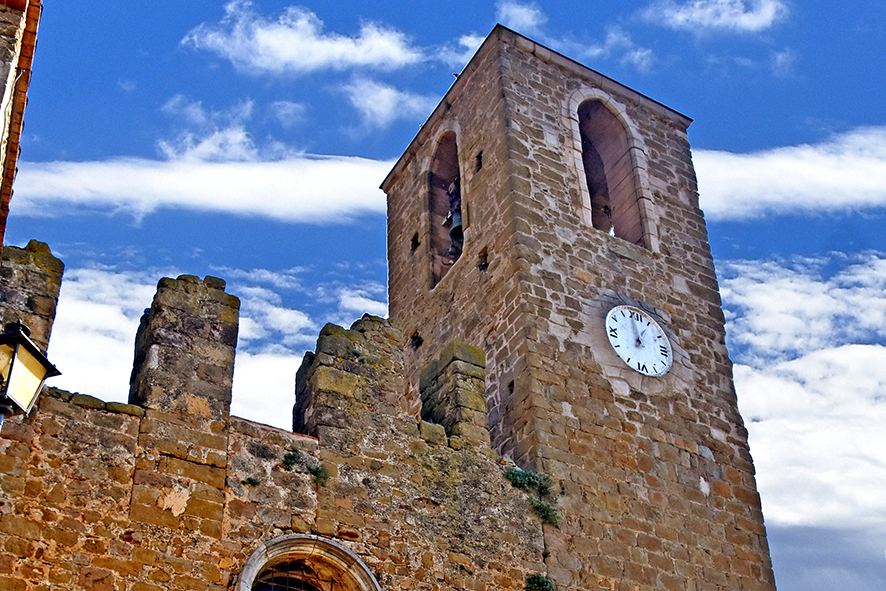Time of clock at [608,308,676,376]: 12:58
